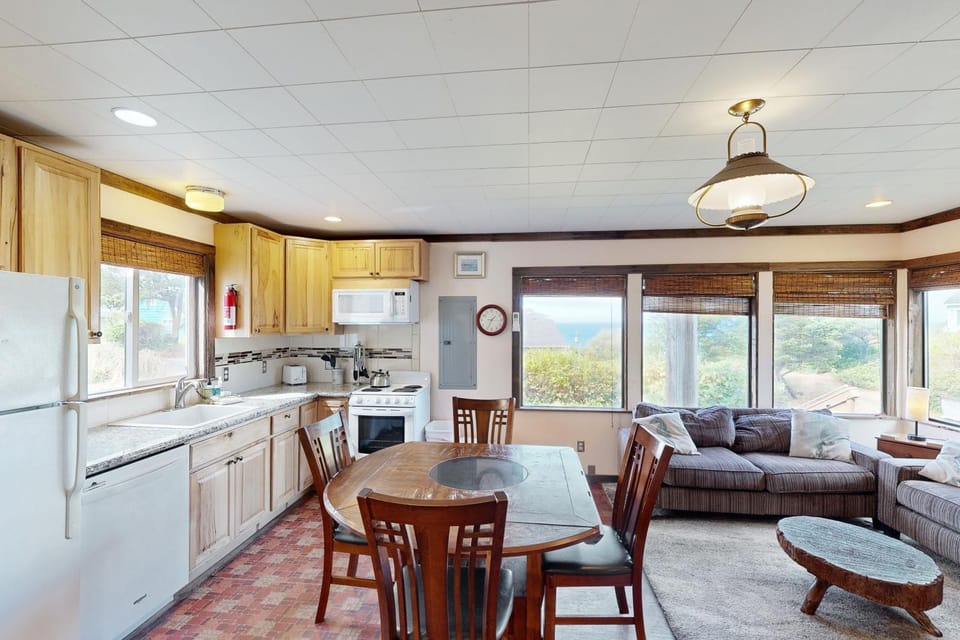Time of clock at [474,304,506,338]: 1:34
